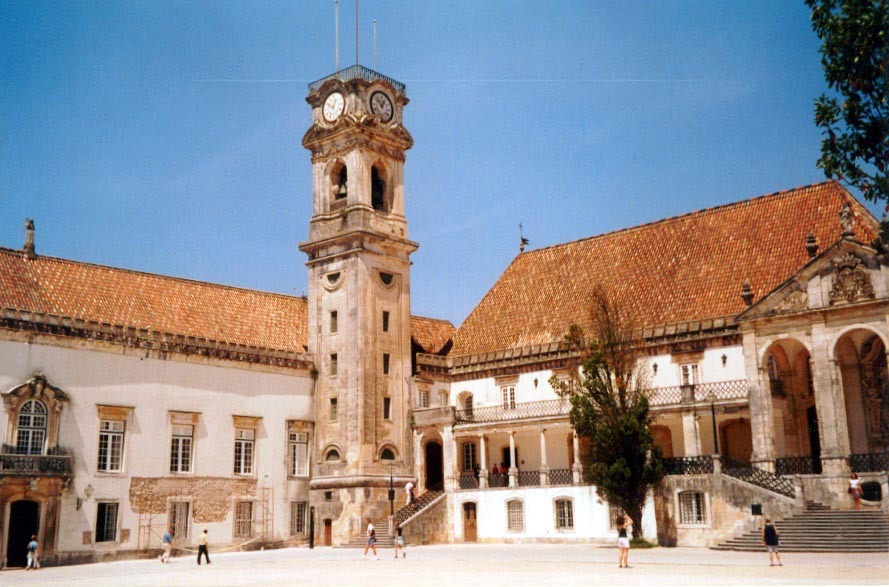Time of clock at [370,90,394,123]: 12:52
